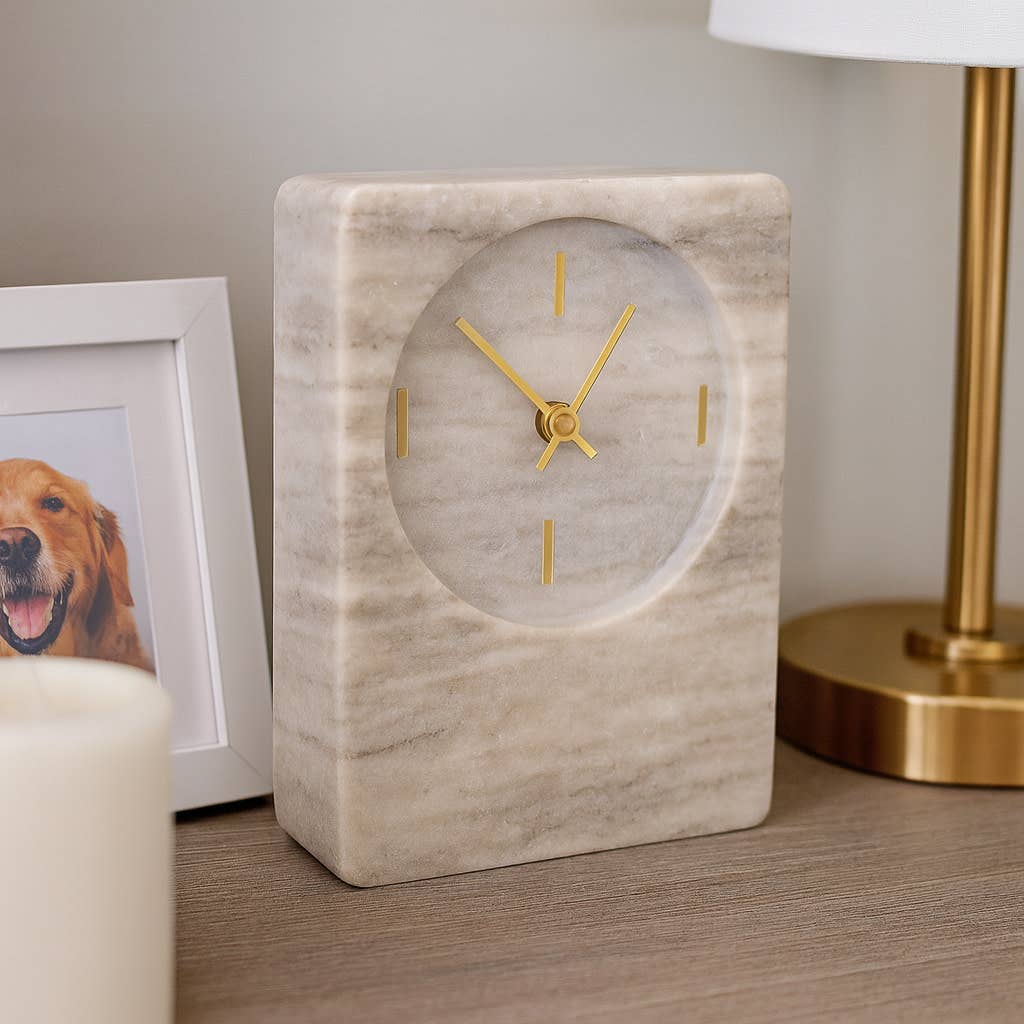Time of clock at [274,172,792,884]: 12:52
